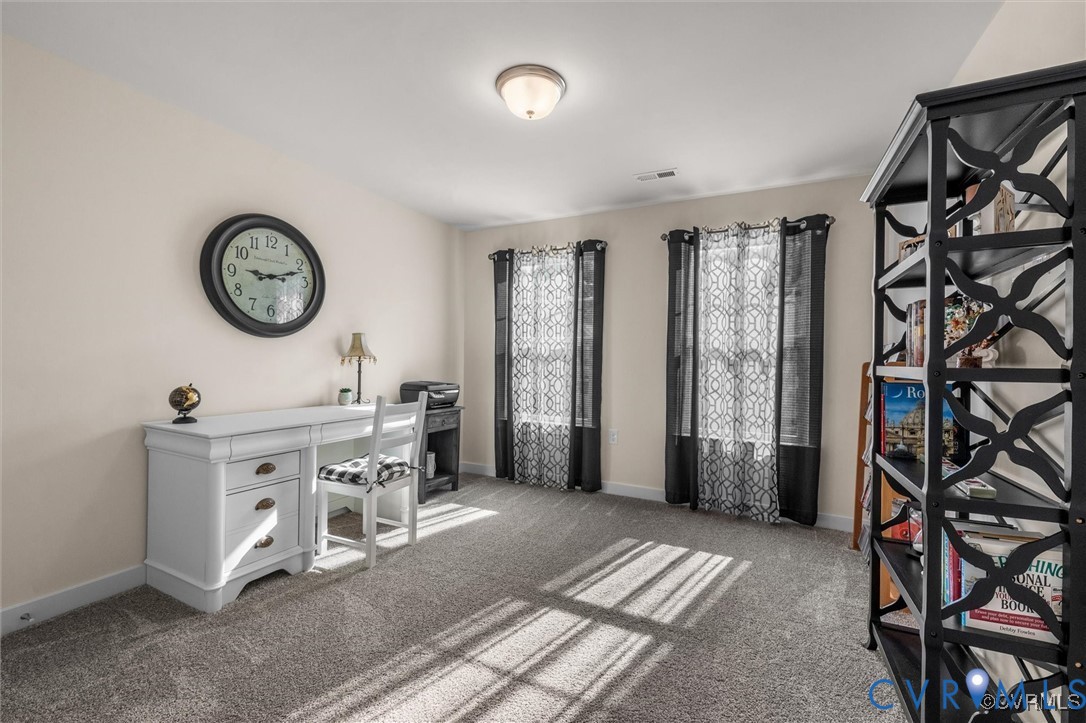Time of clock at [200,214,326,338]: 9:12
